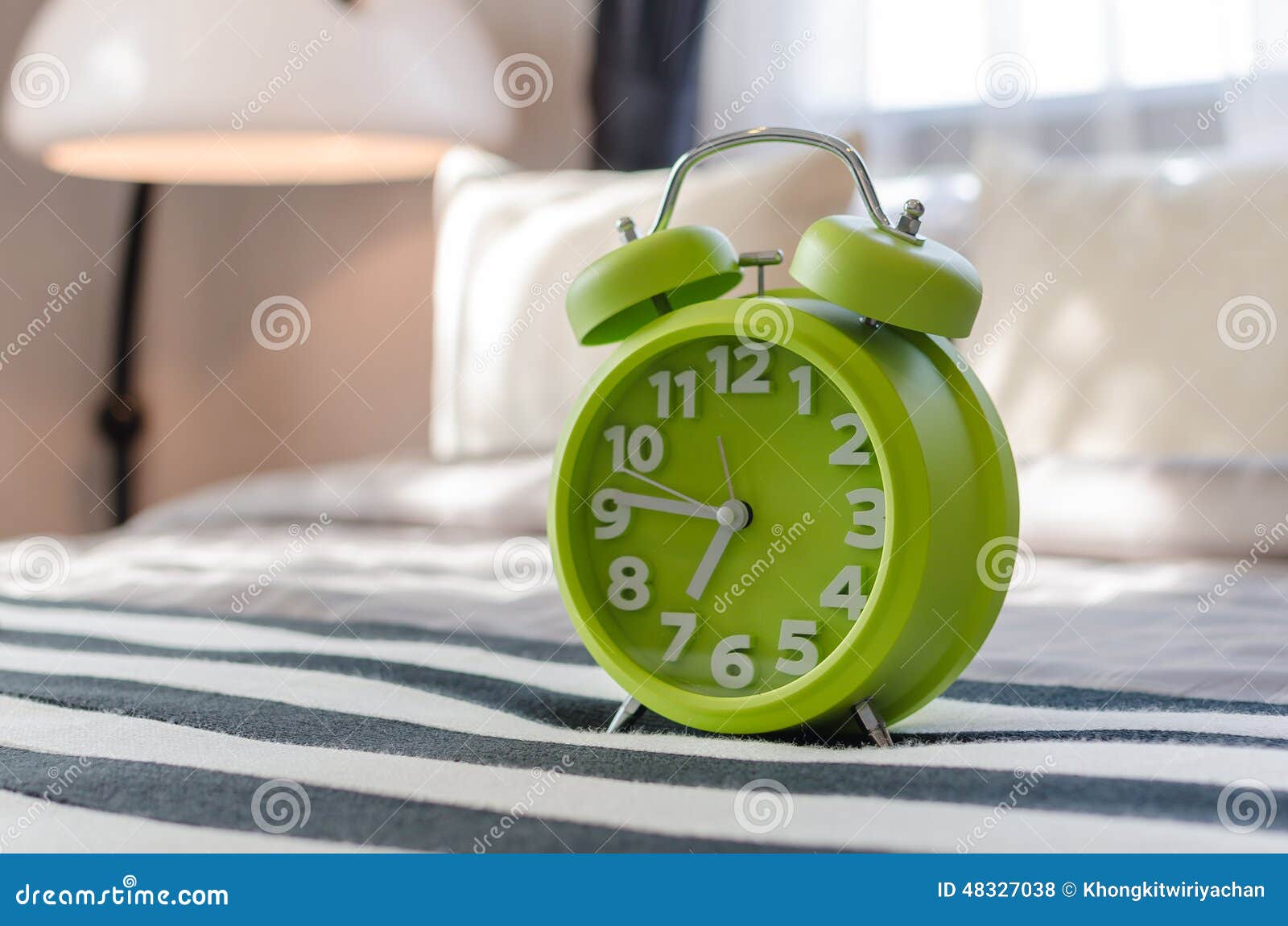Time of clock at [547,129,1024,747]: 6:46
